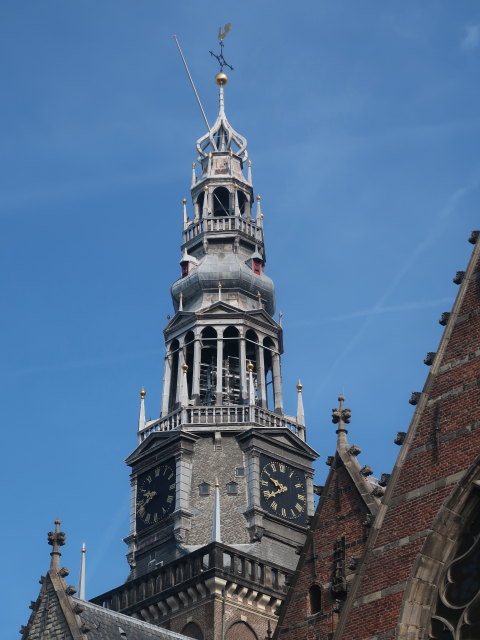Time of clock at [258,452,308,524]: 9:38
